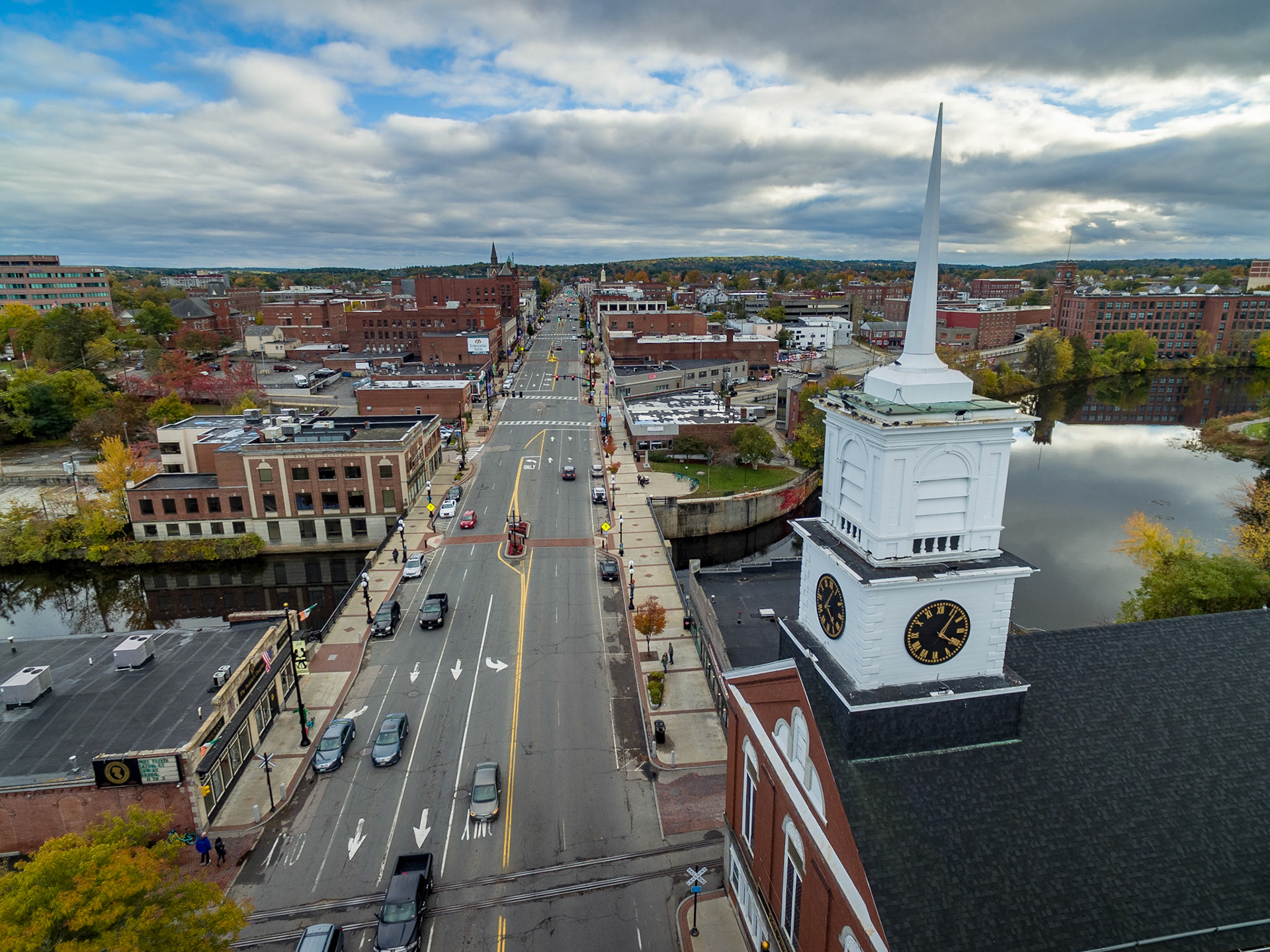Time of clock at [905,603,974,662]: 4:06
